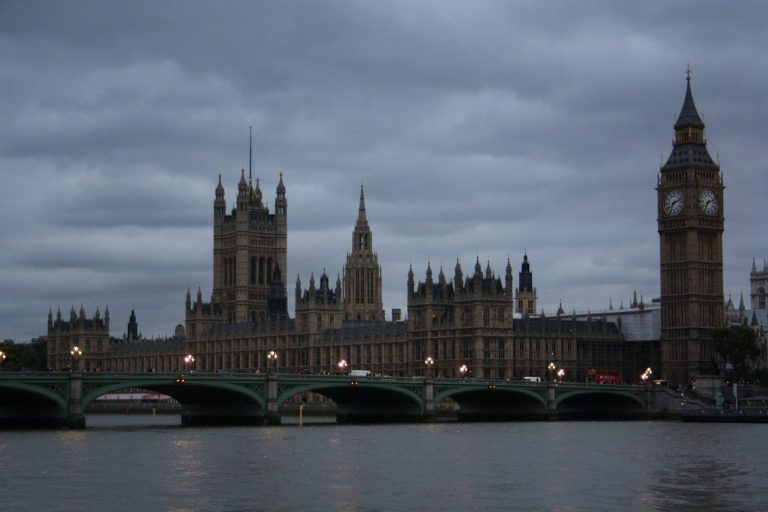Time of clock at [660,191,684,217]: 7:12
